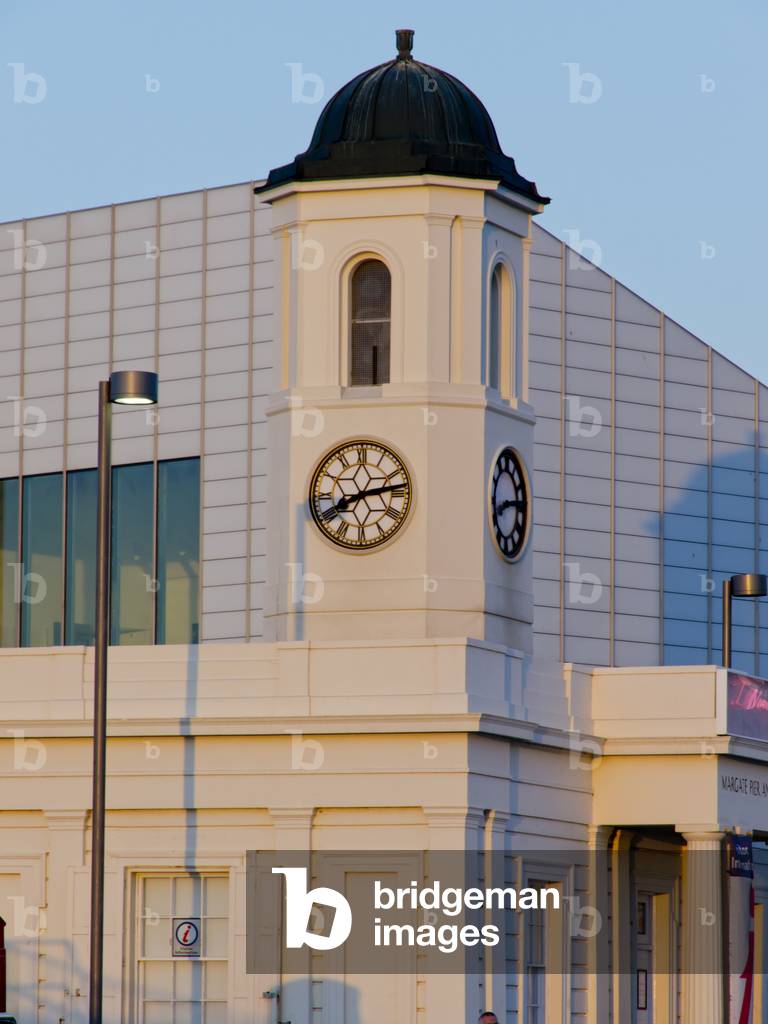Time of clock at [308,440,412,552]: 8:13
